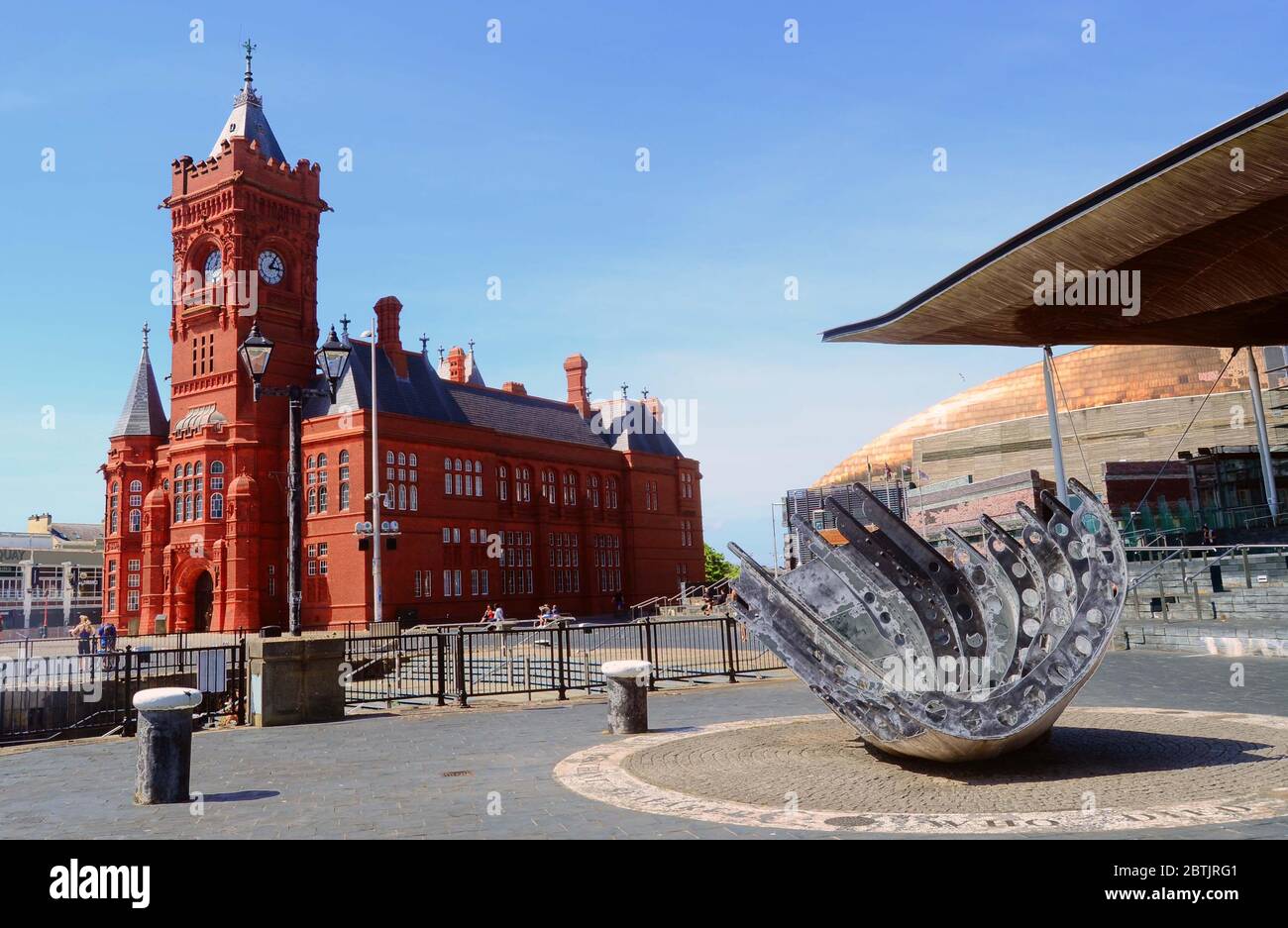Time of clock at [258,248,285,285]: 3:05
